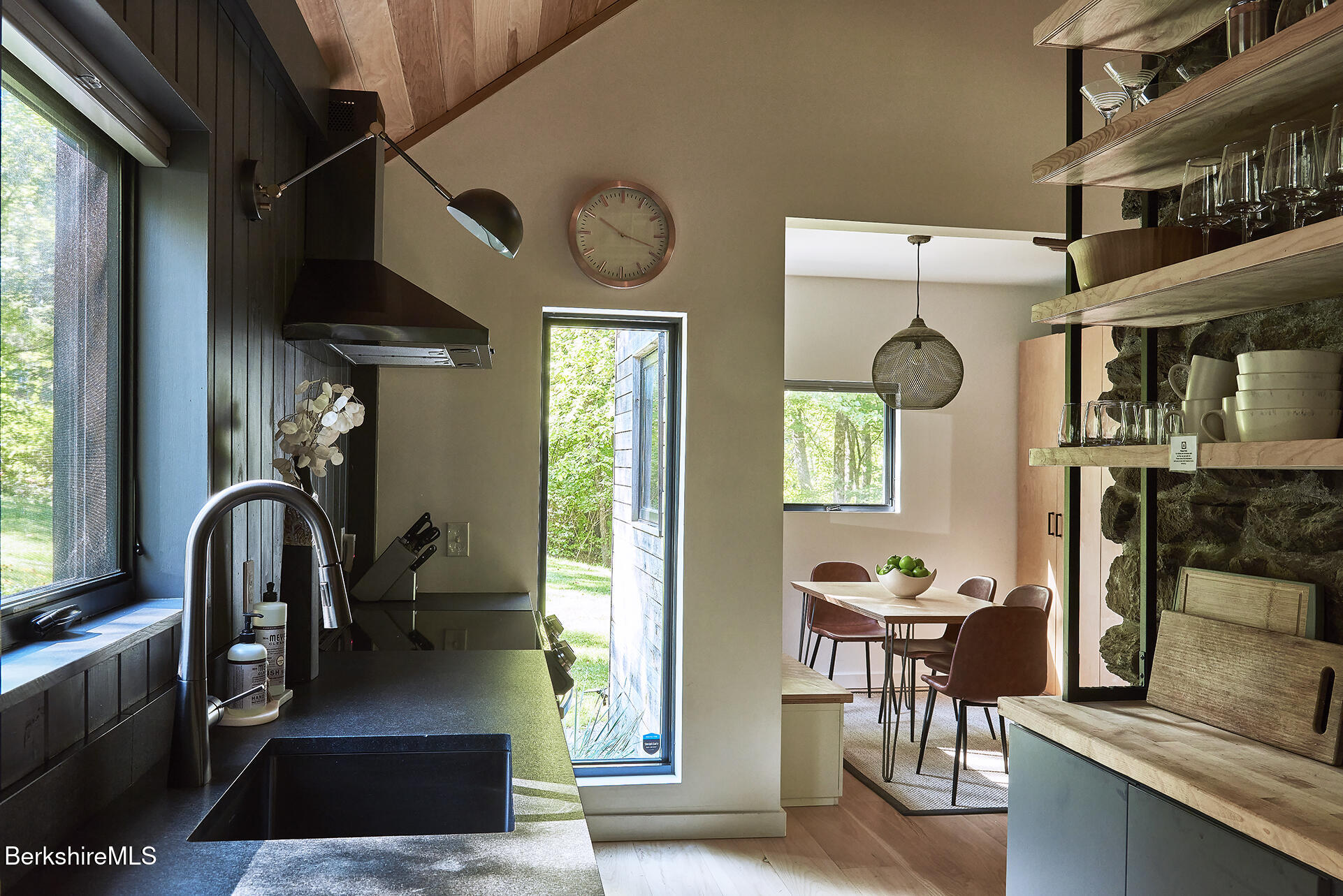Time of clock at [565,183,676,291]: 10:18
